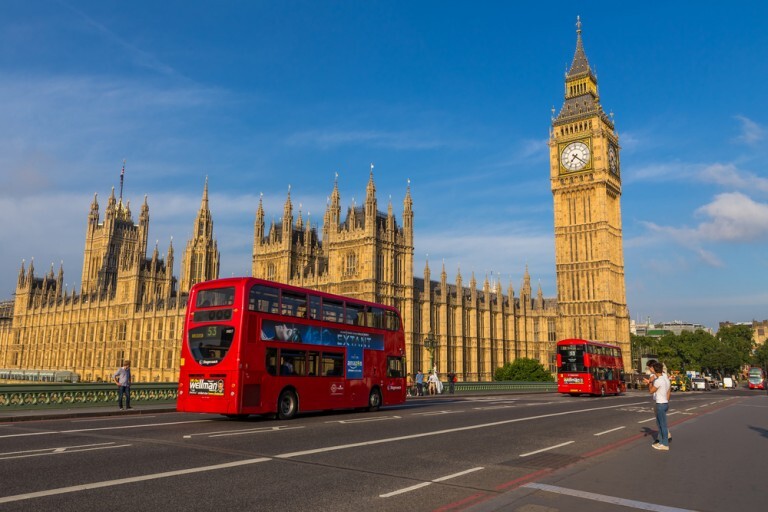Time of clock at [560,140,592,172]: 7:21
